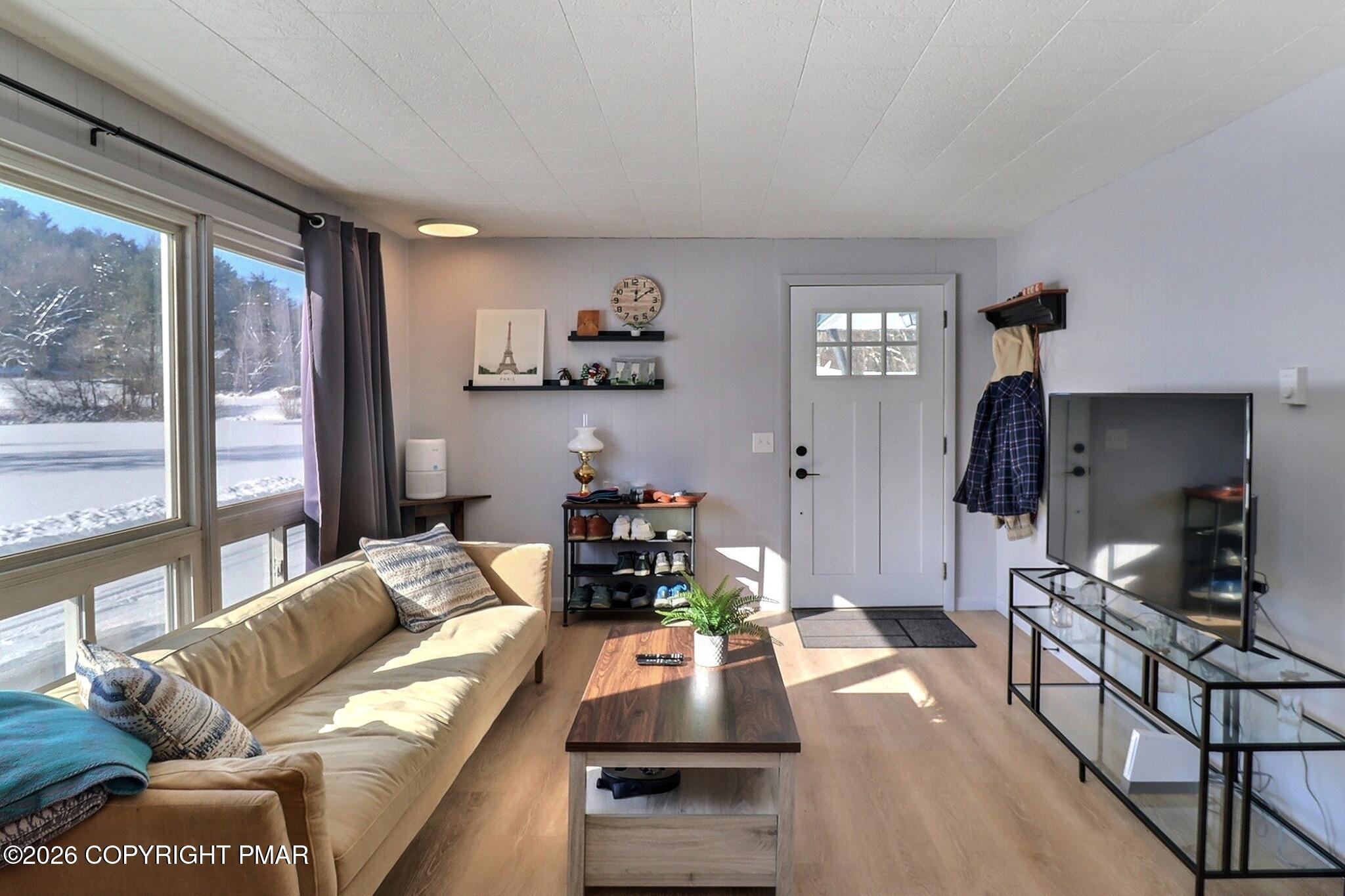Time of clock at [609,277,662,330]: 12:09
